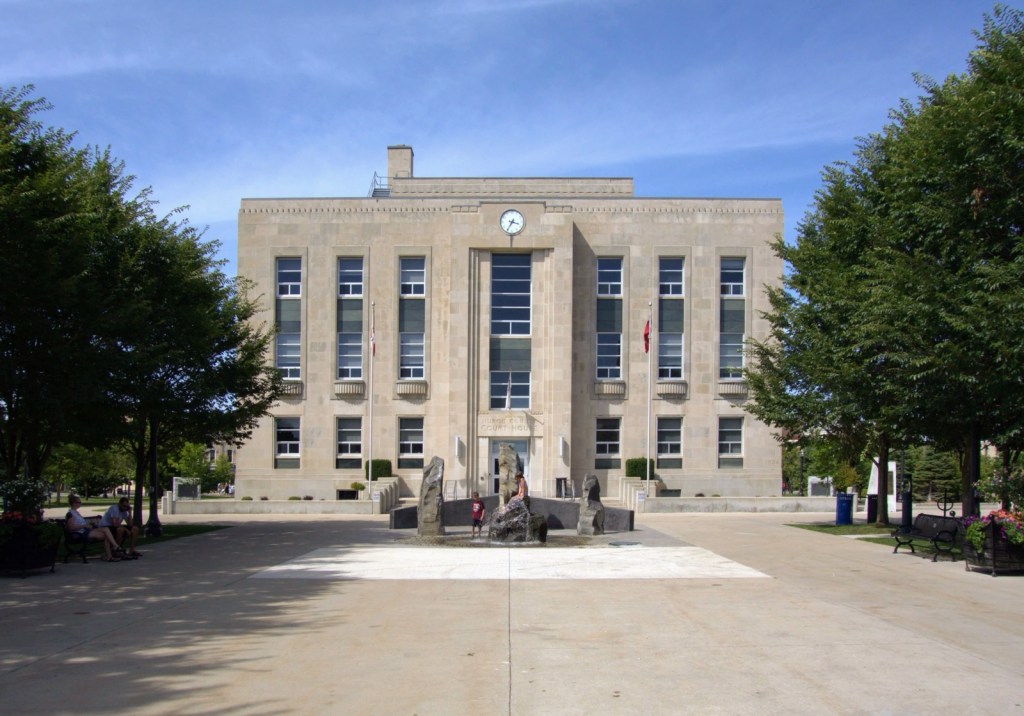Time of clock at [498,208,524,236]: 3:35
